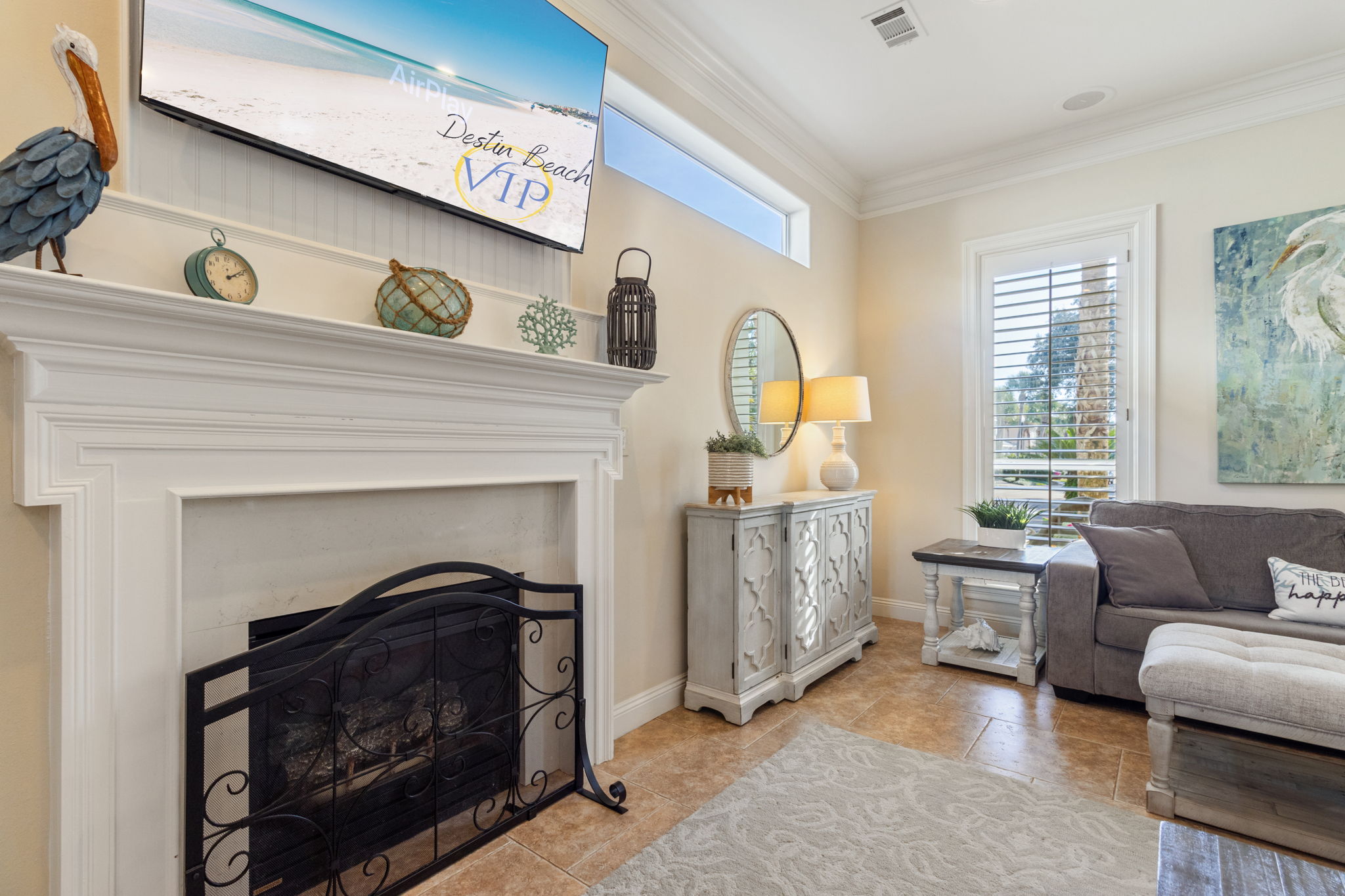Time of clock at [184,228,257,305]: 2:09
